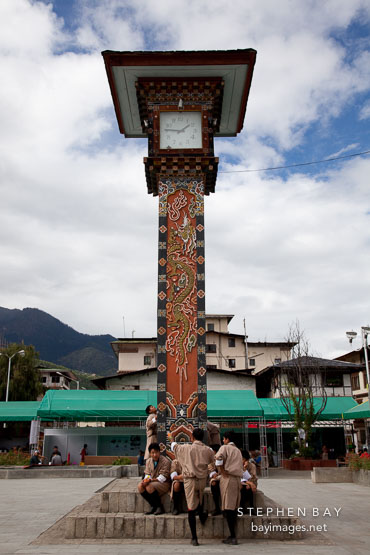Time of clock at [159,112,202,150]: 1:46
